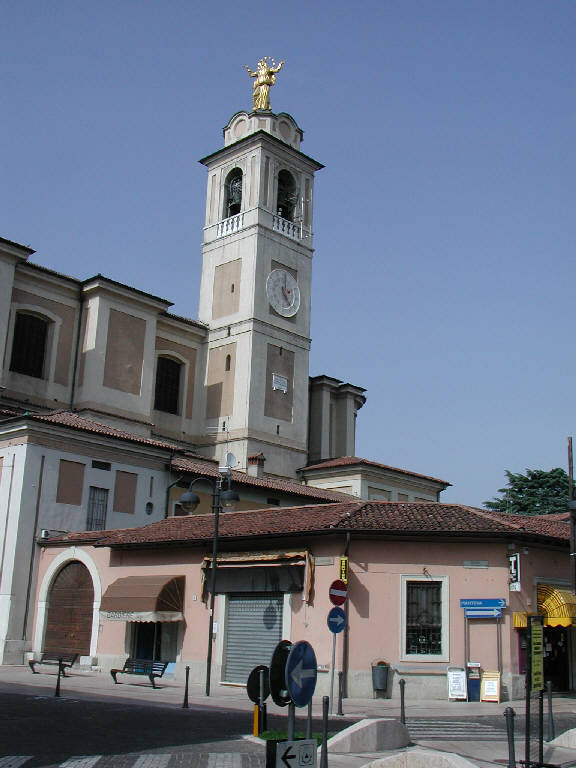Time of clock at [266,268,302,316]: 5:00
